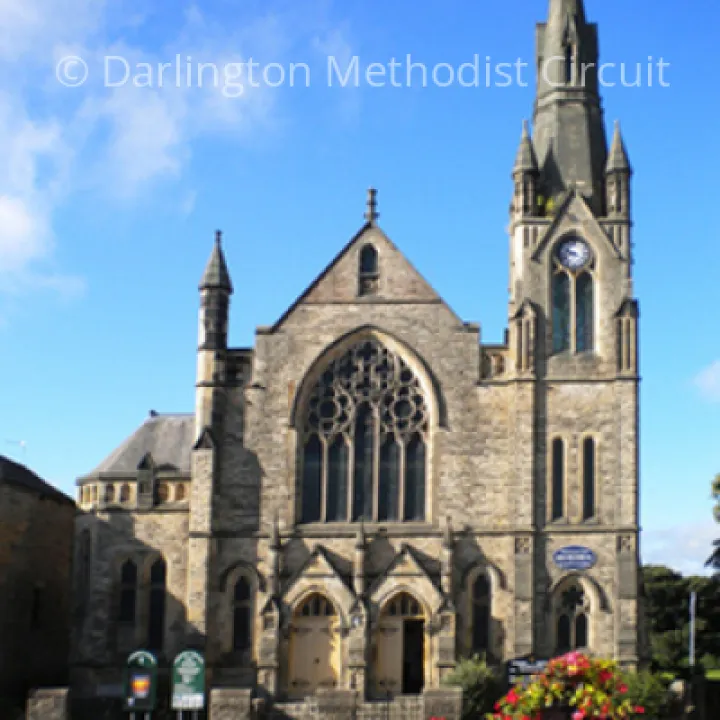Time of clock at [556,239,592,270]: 9:42
